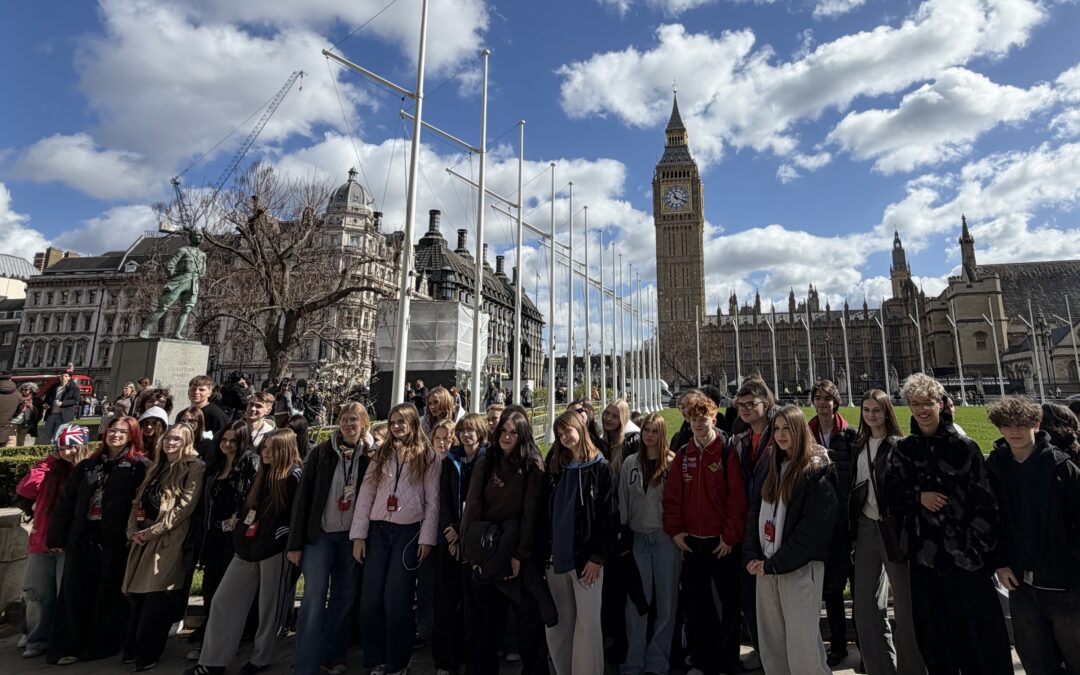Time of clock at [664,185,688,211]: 11:18
